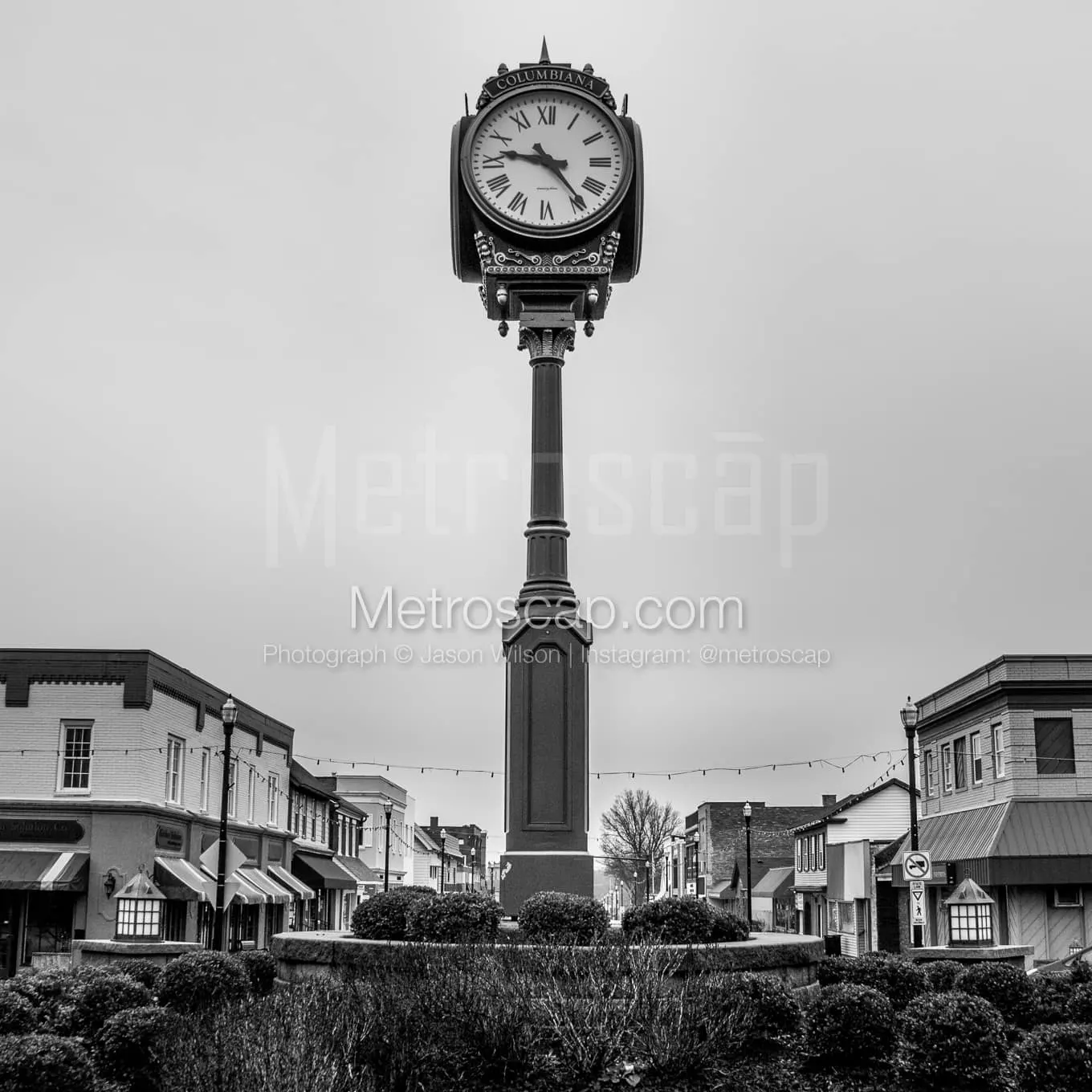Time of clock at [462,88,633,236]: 9:23
